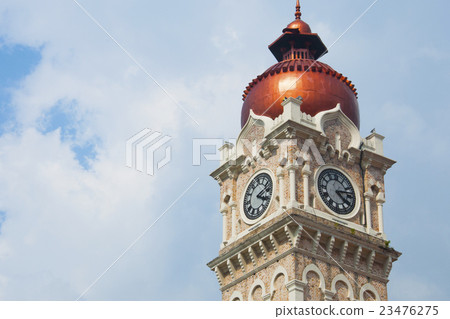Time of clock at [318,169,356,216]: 4:12
